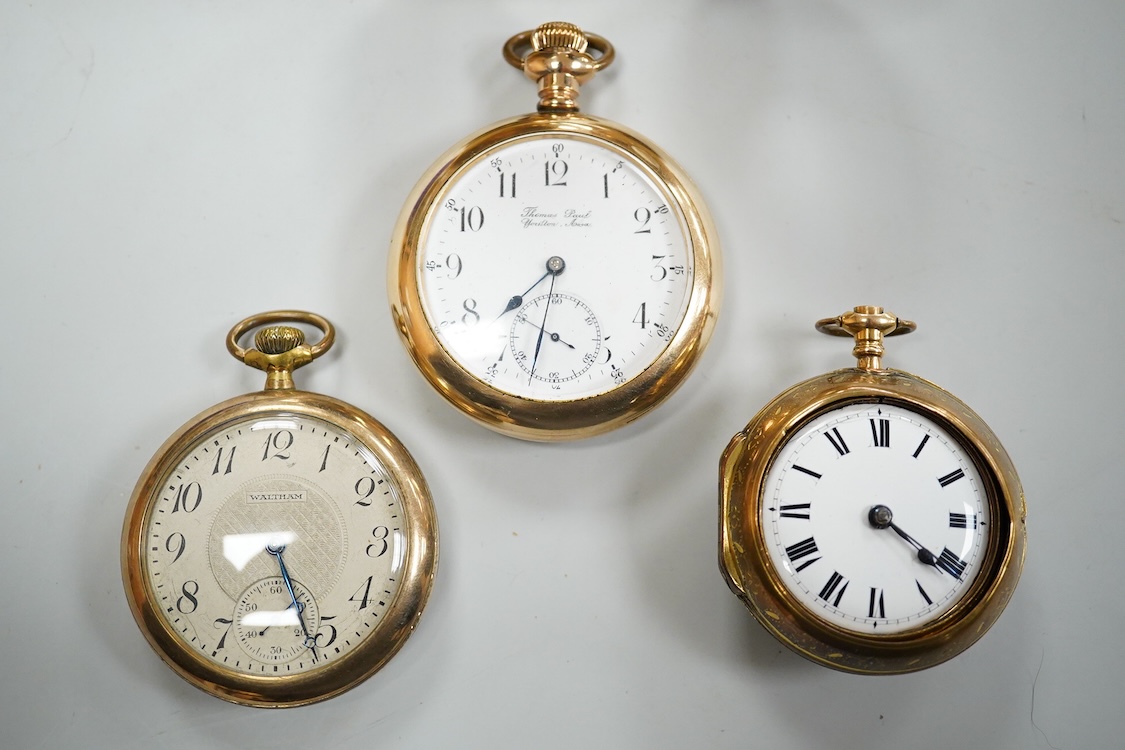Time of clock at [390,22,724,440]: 7:32
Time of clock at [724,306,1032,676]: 4:20
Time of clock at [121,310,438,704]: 9:26
